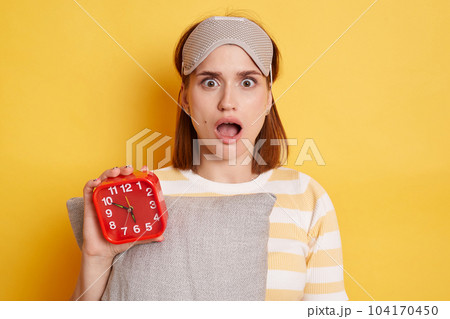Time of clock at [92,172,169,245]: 5:49
